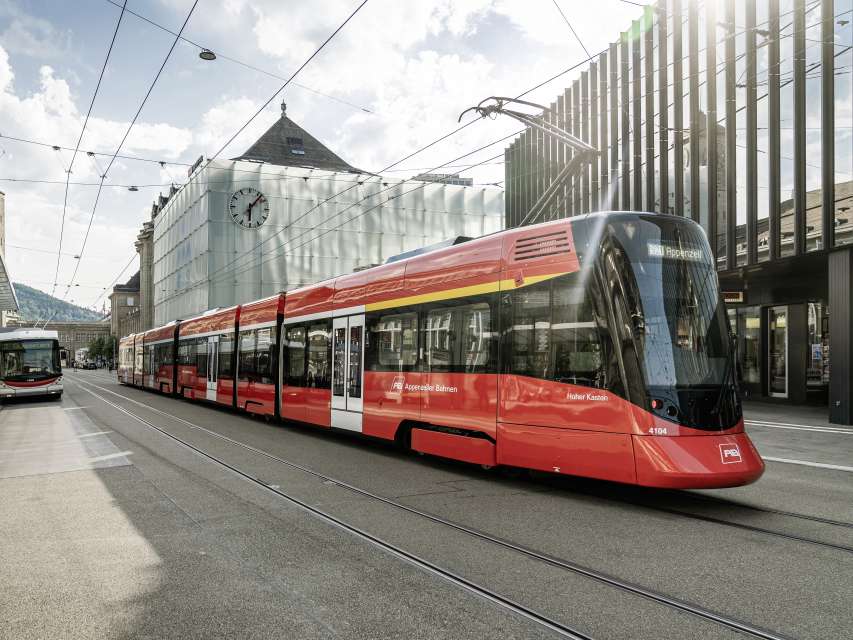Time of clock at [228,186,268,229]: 6:06
